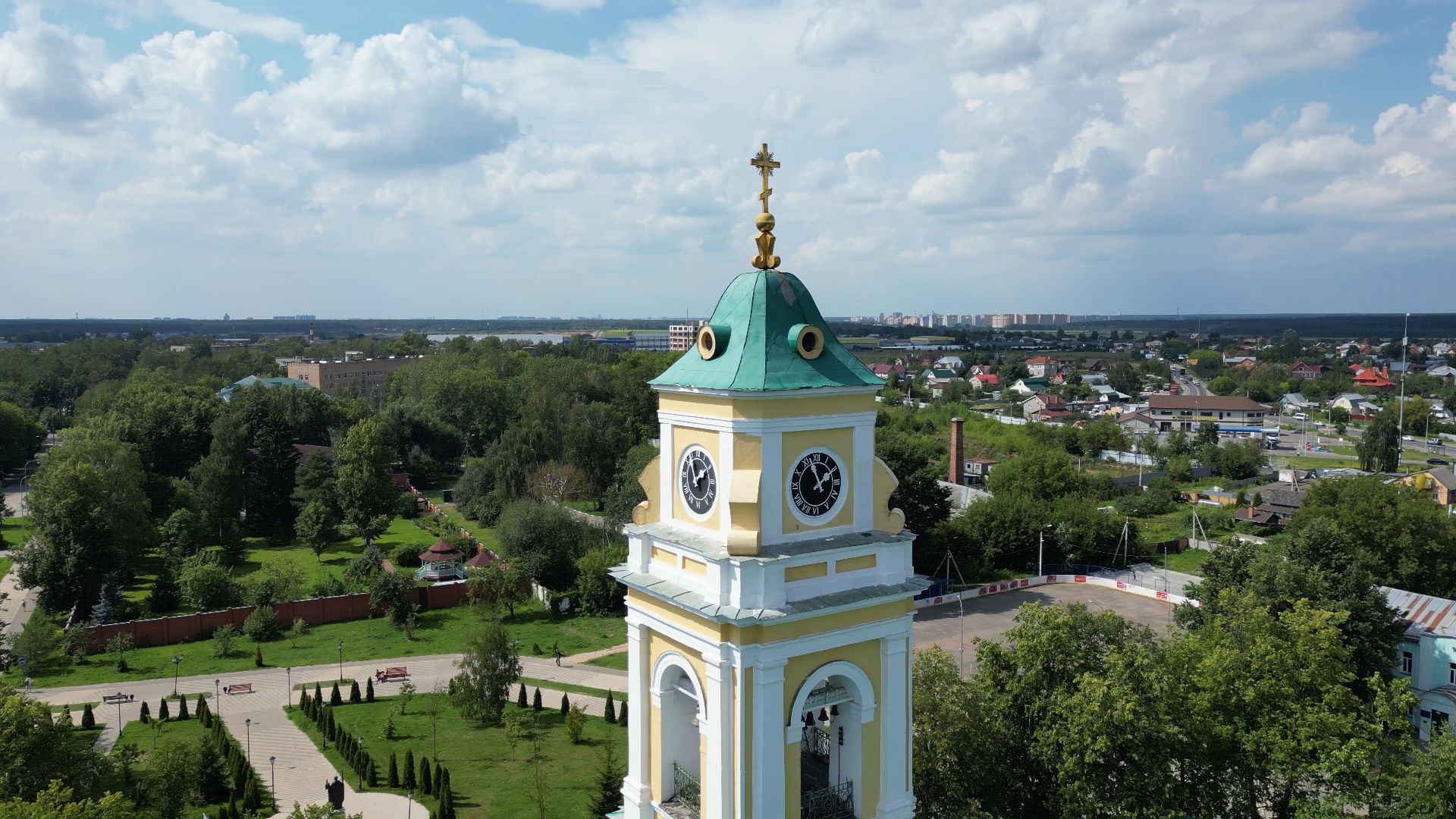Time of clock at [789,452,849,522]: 1:57
